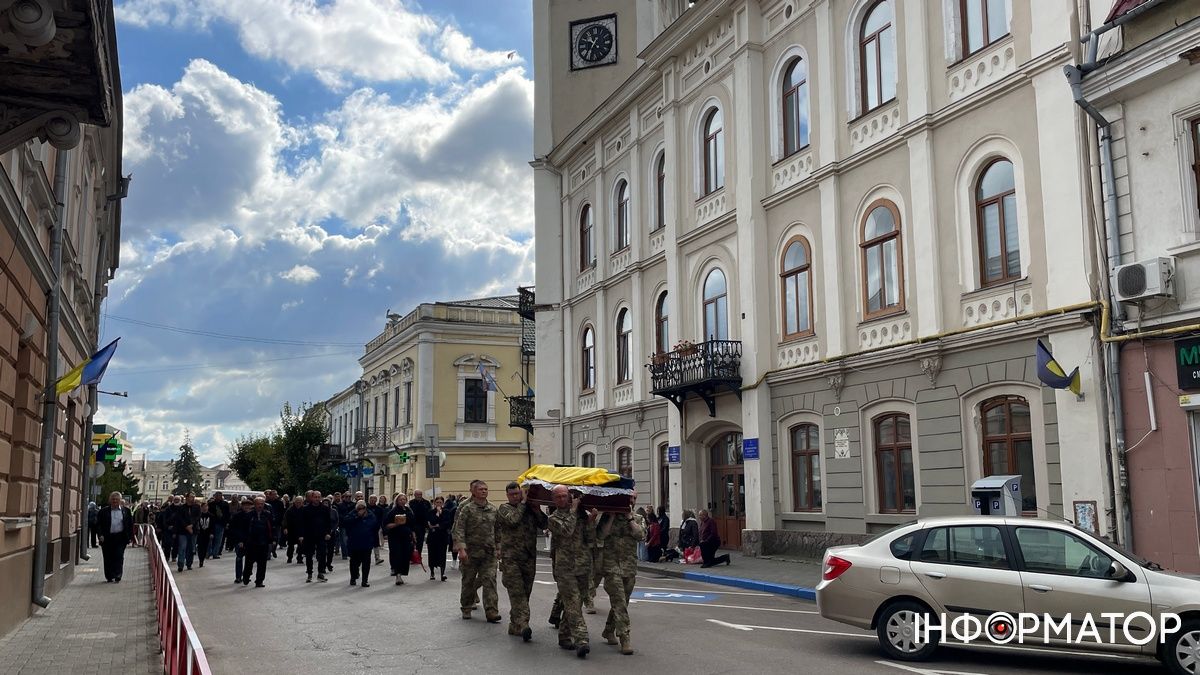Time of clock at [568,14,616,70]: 10:36
